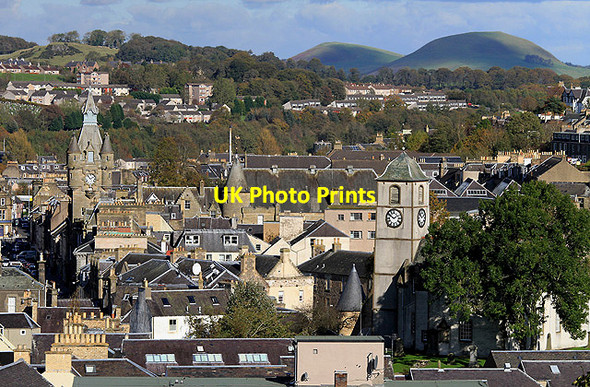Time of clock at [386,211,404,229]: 1:50
